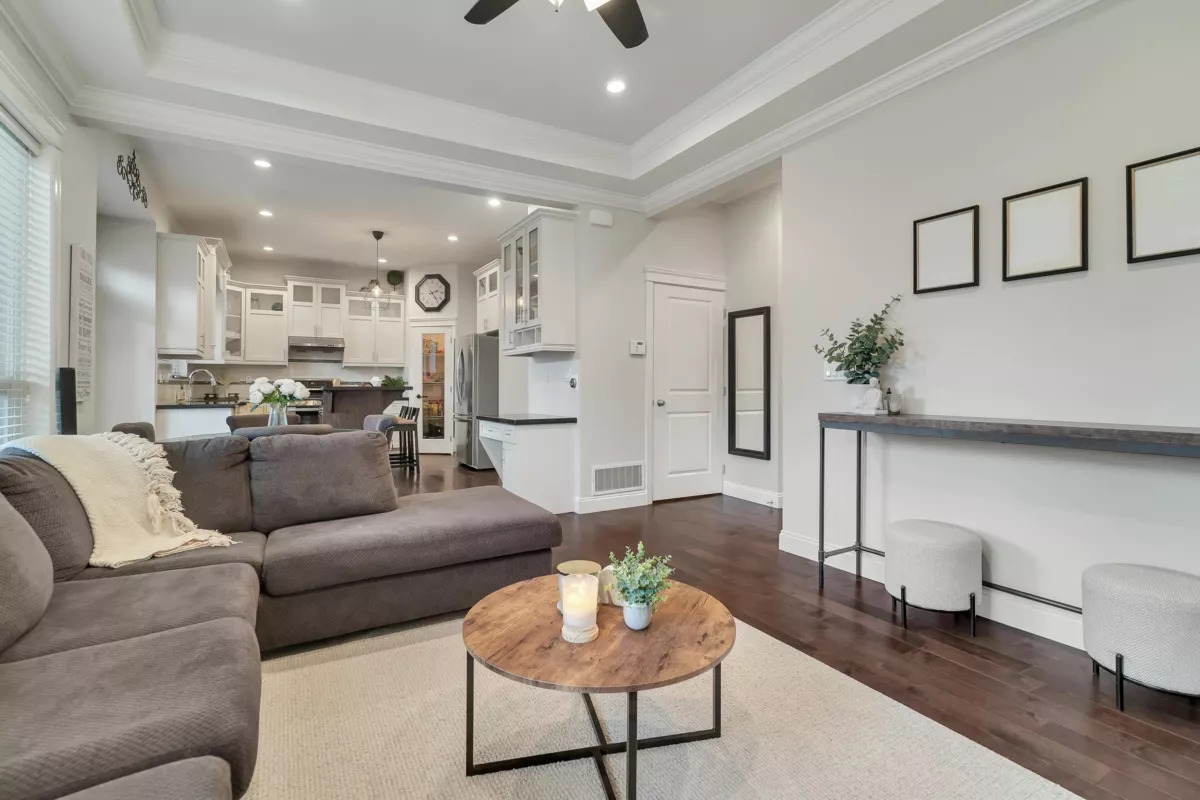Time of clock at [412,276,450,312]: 2:23
